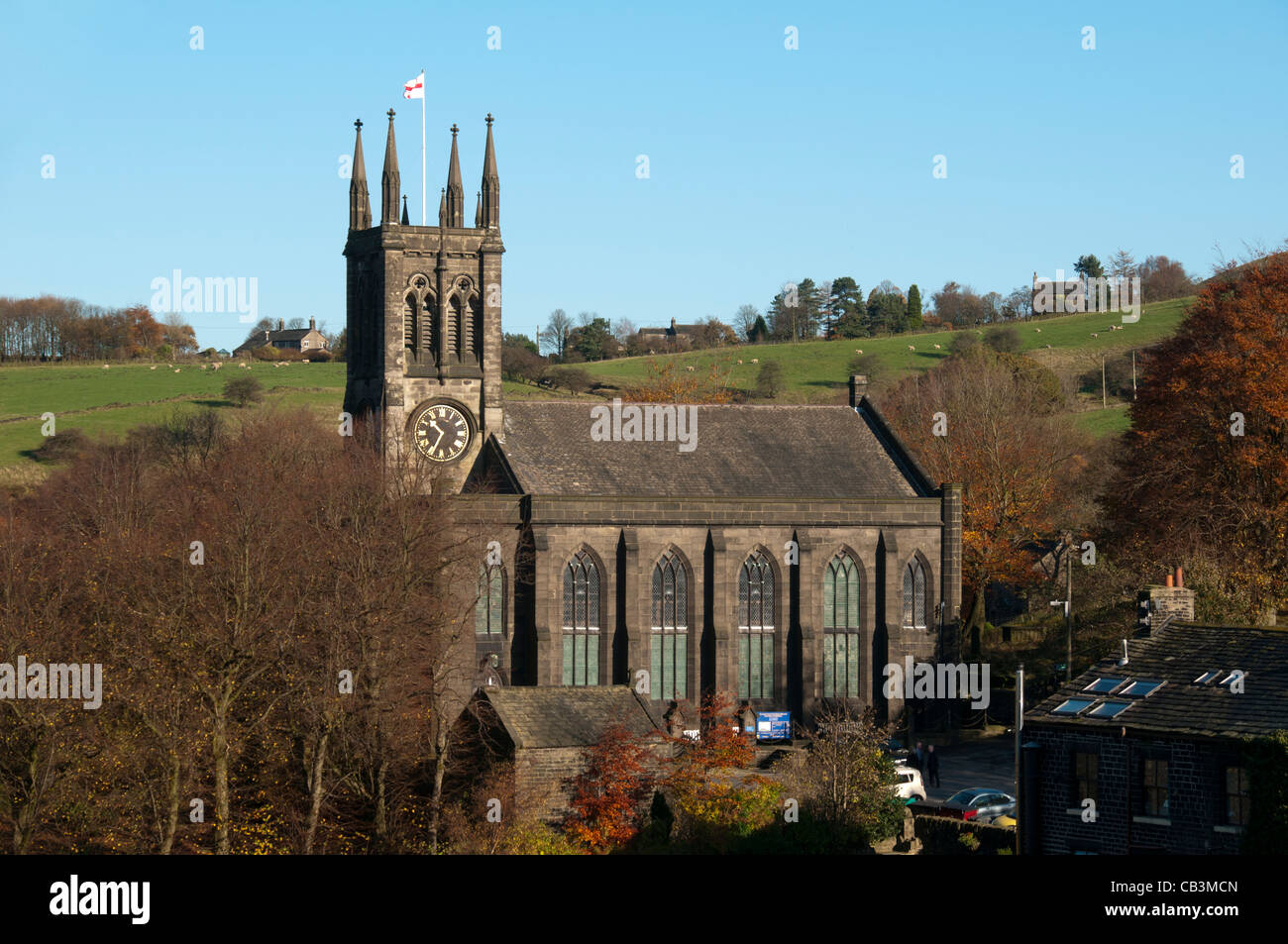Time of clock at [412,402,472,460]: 10:34
